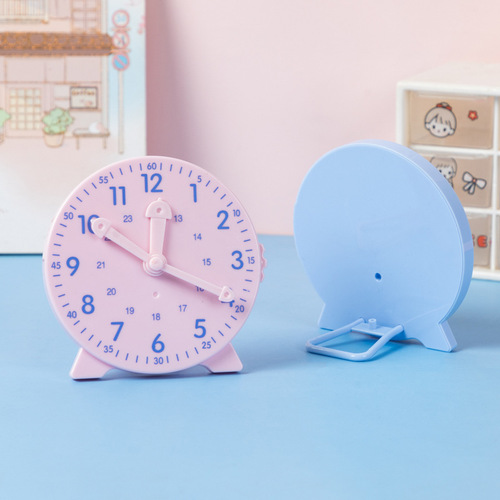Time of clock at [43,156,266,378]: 12:19
